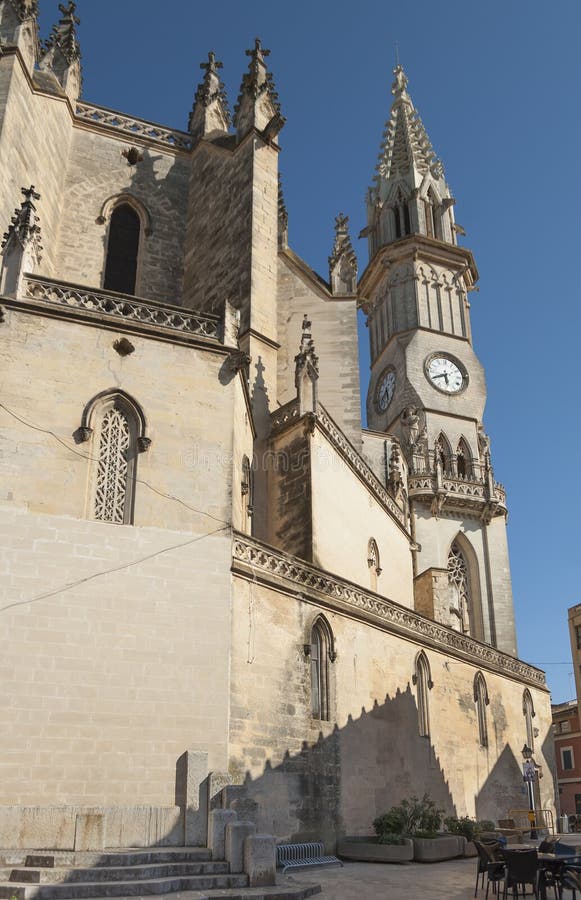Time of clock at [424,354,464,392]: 5:40
